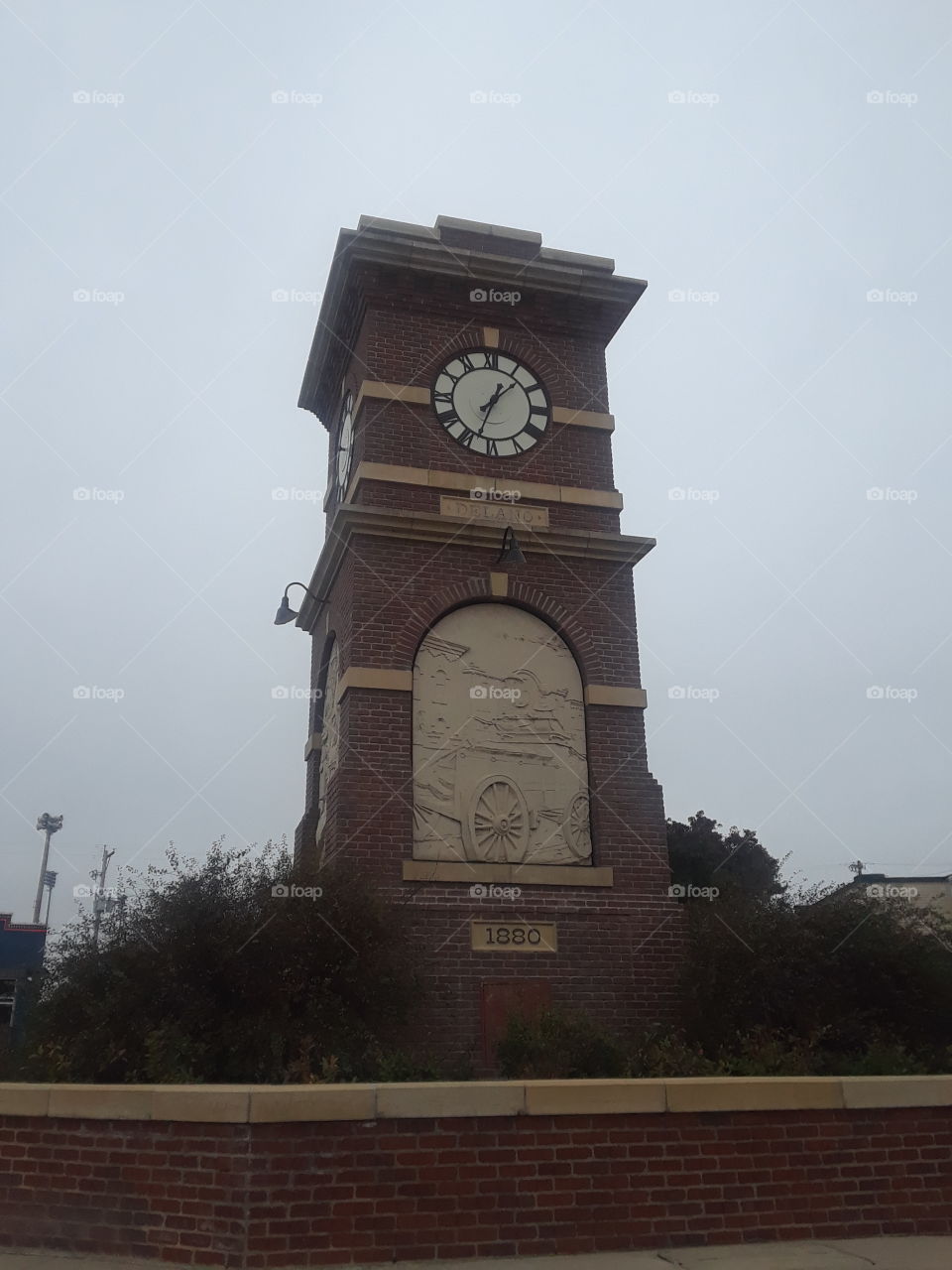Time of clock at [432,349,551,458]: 1:33
